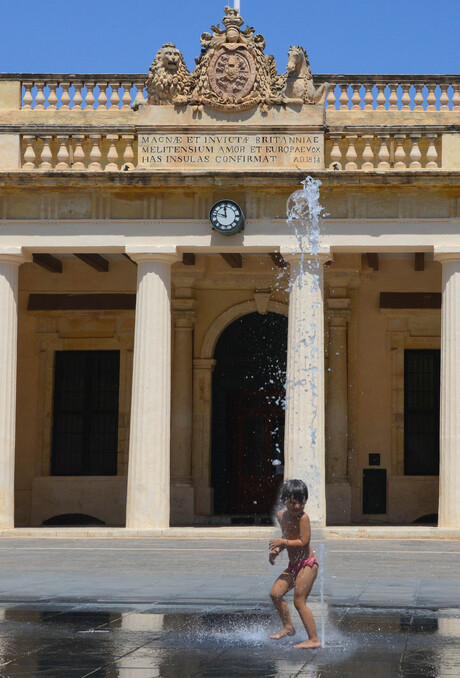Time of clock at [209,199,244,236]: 11:47
